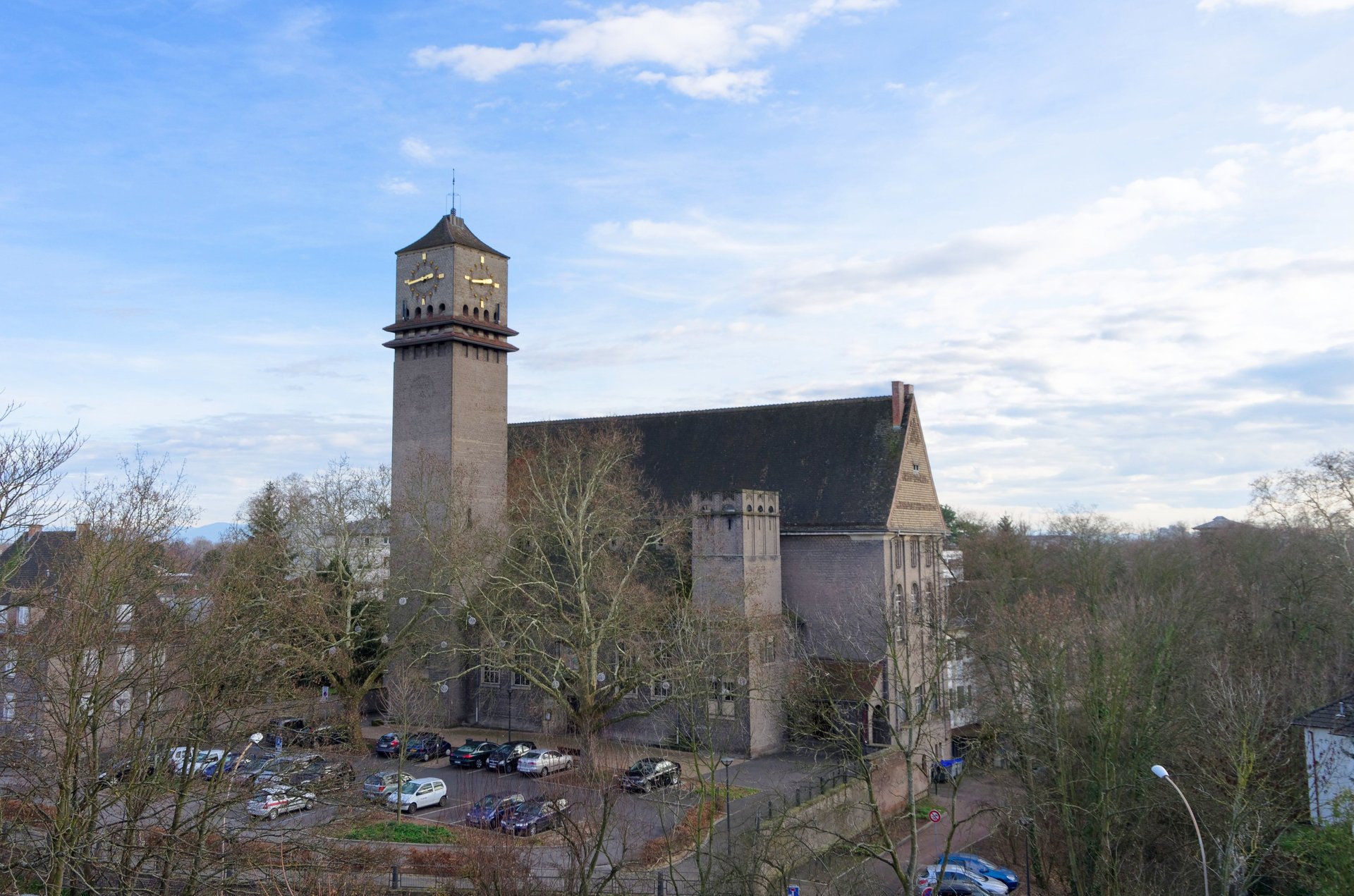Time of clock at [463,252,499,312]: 2:44
